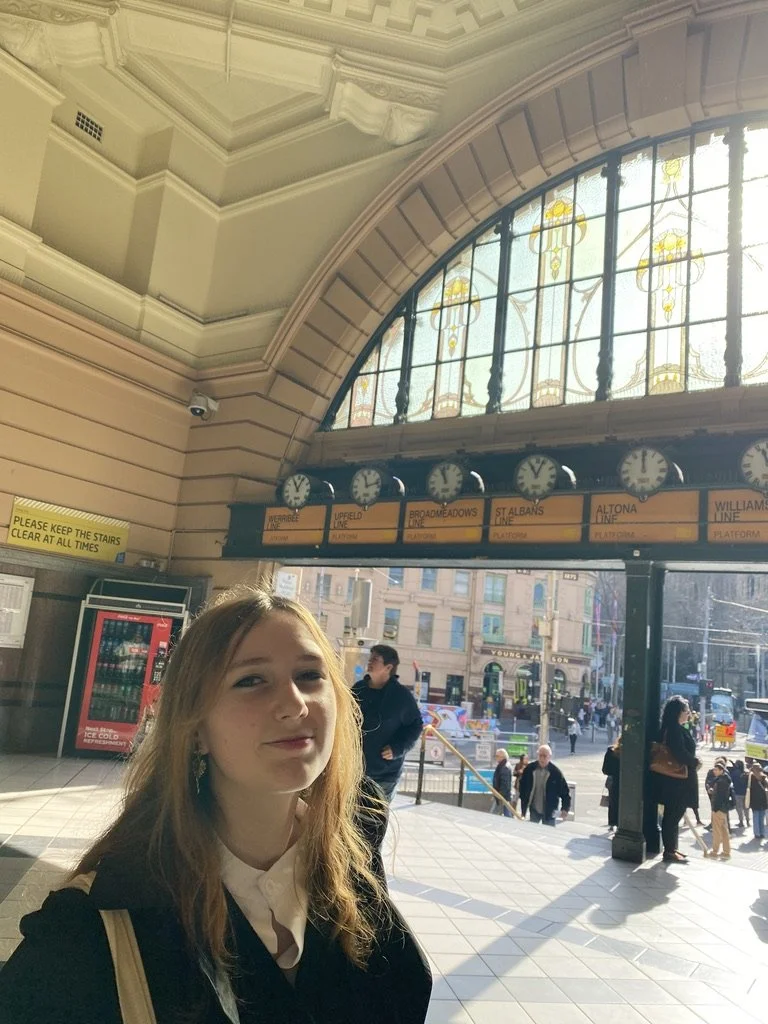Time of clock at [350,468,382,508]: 11:12
